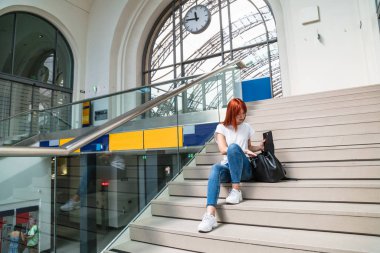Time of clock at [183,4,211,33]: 11:46
